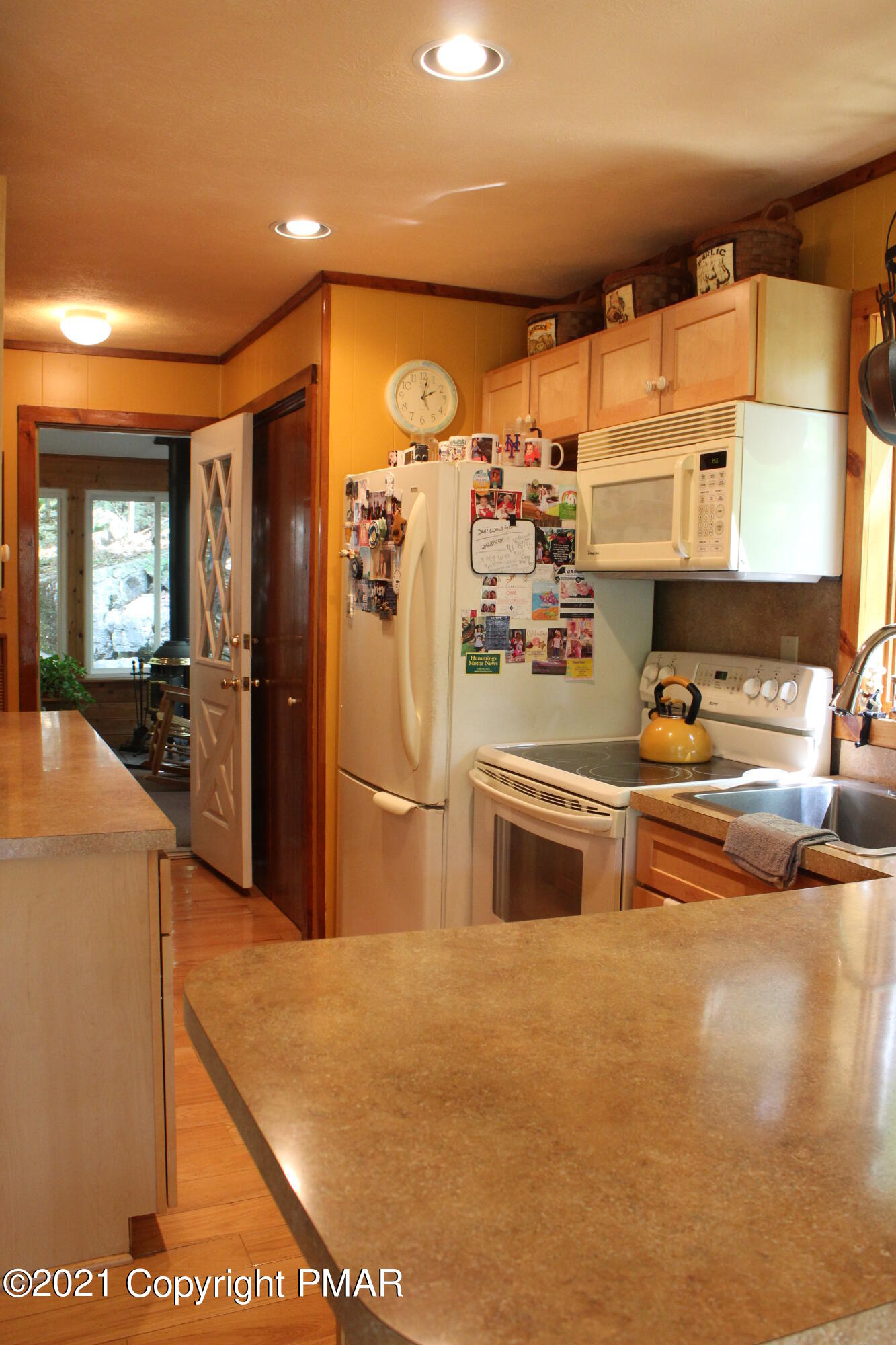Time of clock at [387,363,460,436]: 2:02
